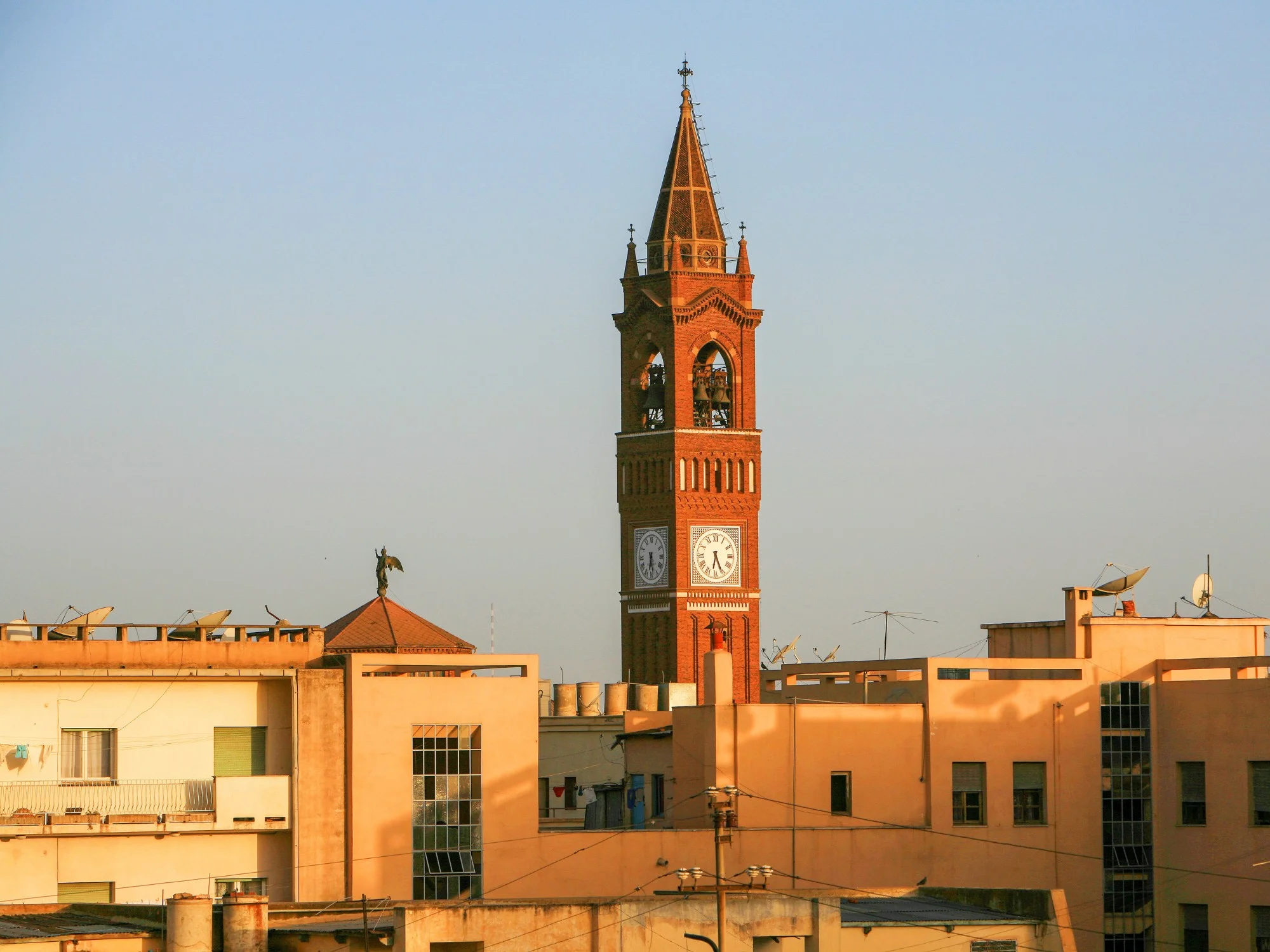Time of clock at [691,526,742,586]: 6:25
